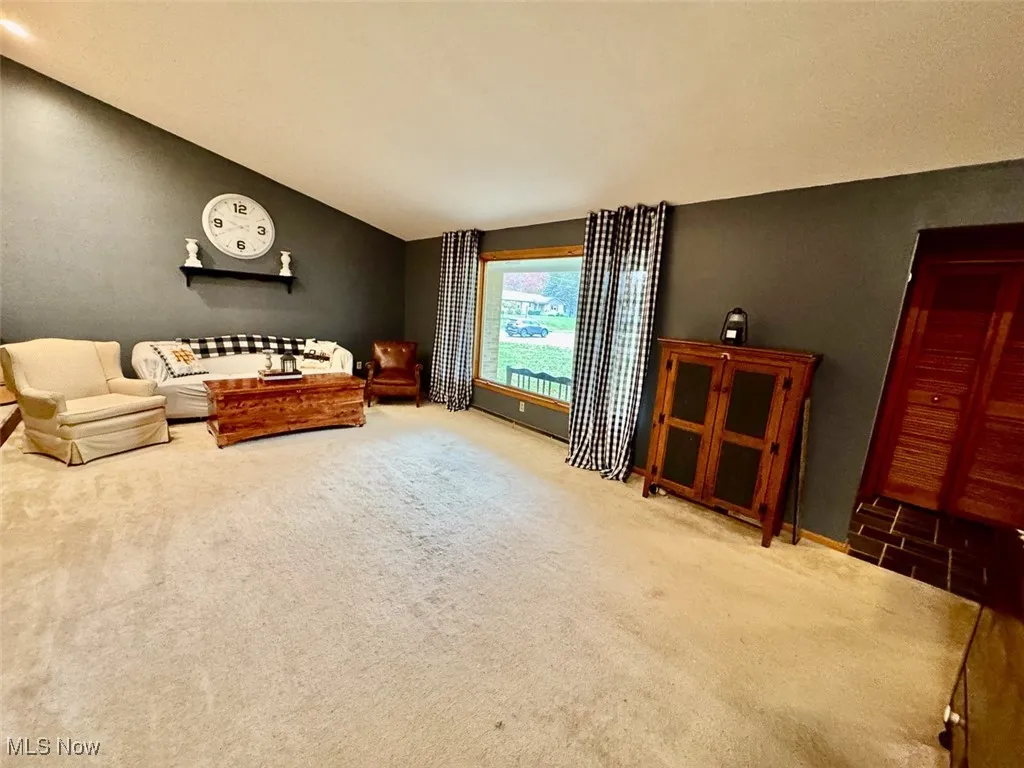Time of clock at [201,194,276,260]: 9:40
